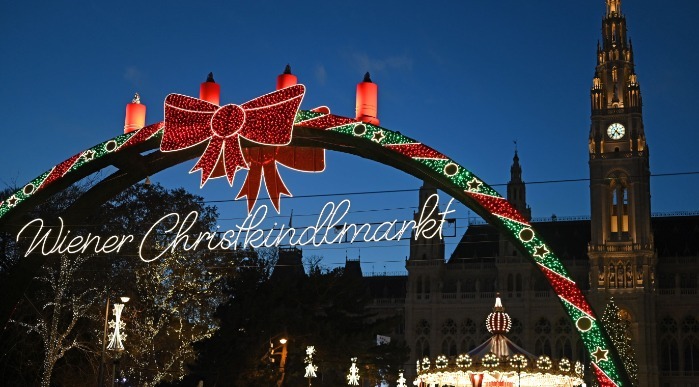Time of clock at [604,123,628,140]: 4:36
